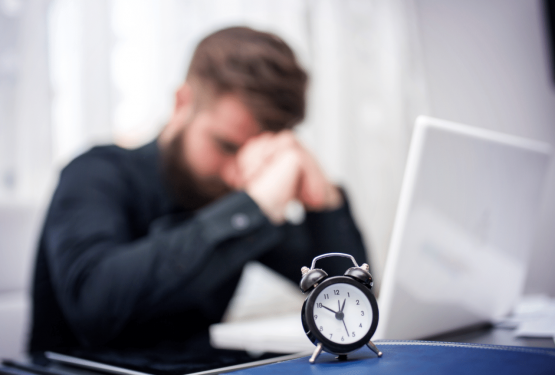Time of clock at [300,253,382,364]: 12:50
